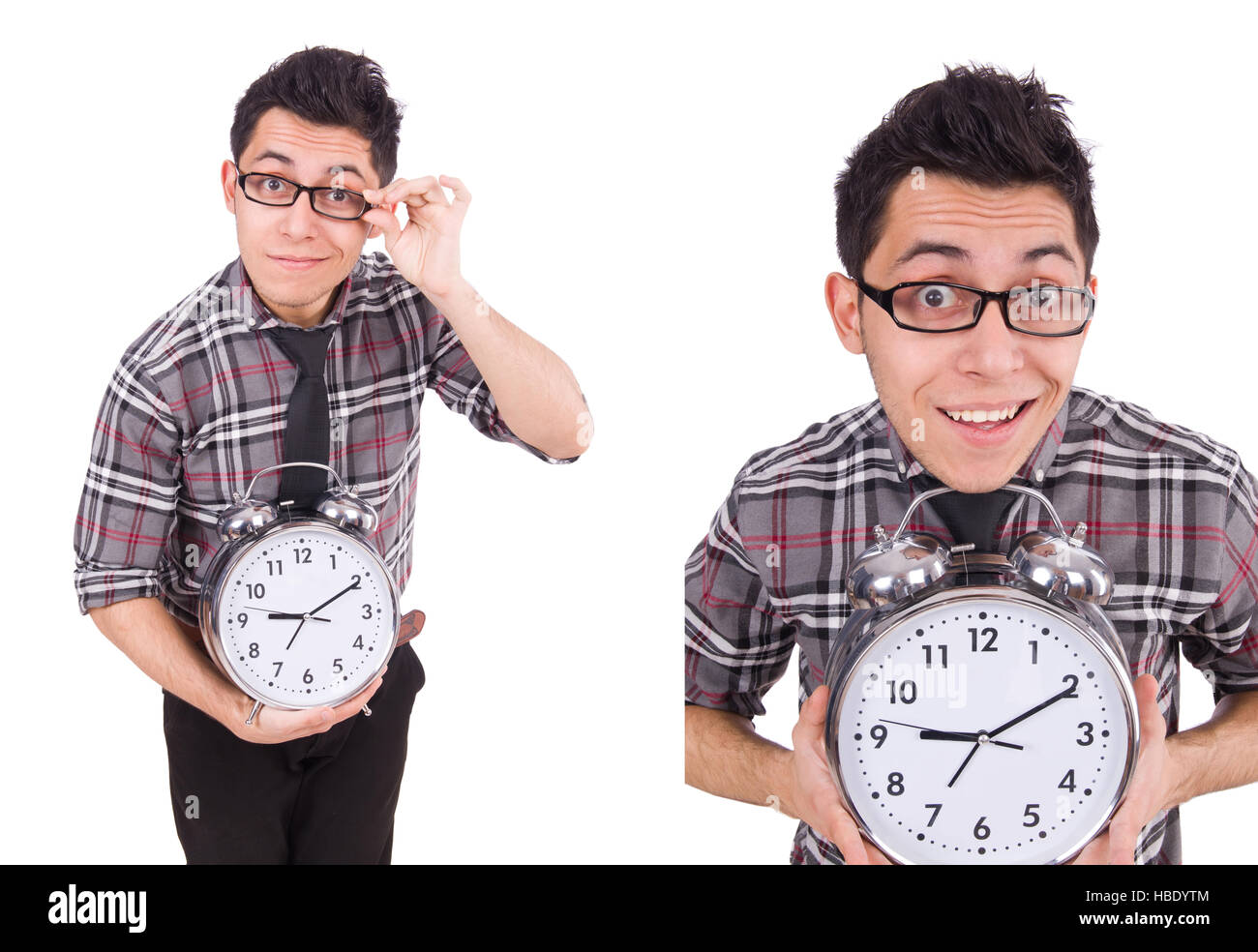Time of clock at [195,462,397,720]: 9:10
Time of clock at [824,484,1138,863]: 9:10
